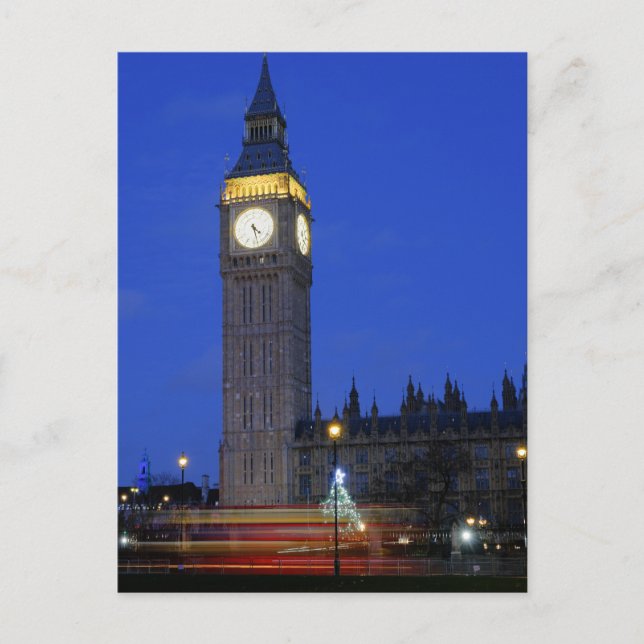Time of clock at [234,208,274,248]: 4:27
